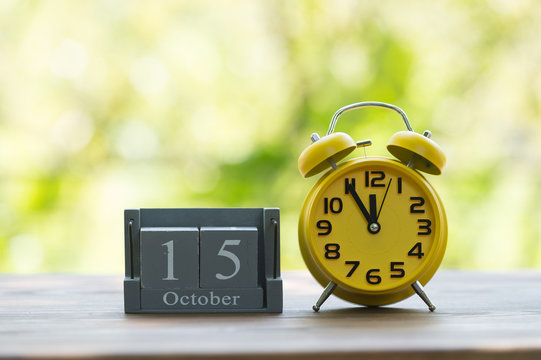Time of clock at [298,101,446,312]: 11:54
